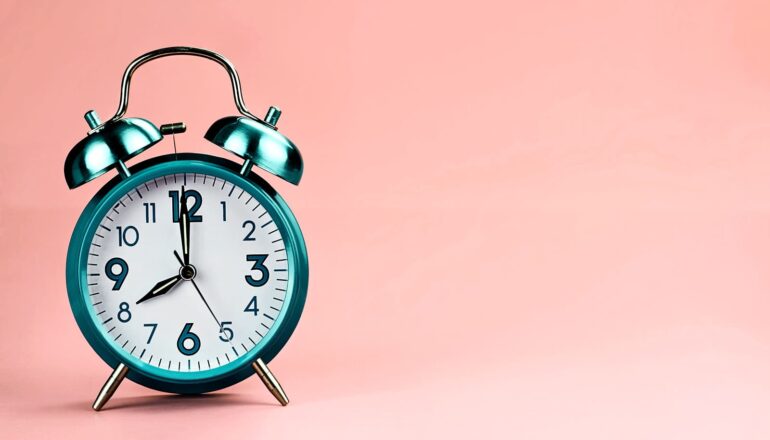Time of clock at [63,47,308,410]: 7:59
